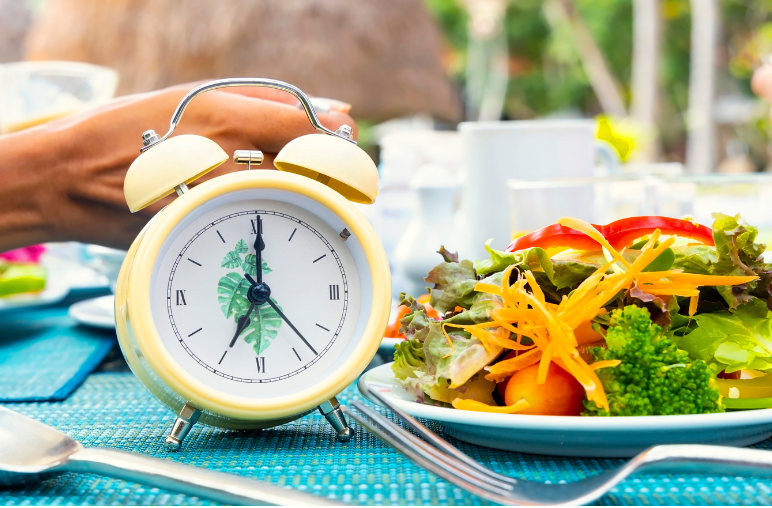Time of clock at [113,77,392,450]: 7:00
